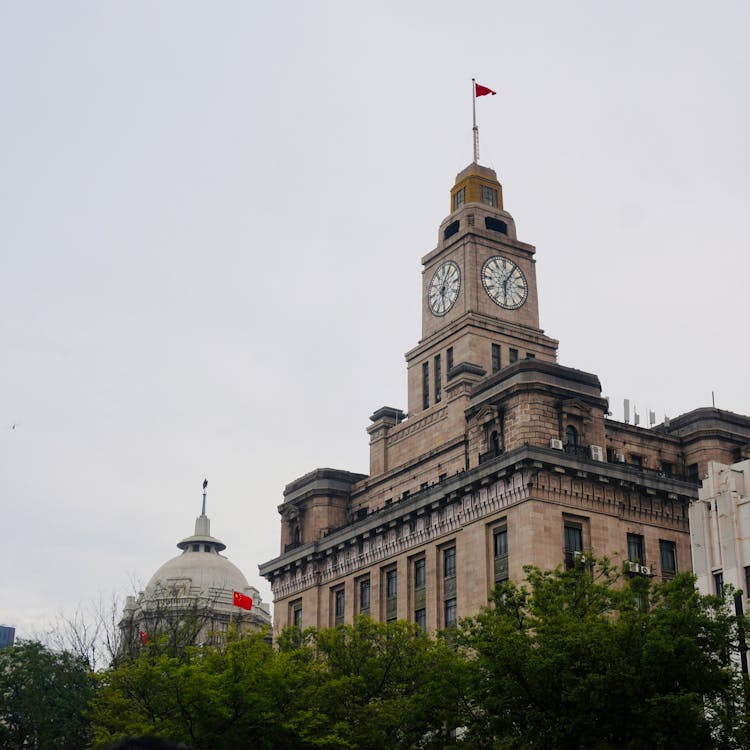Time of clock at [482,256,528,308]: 6:05
